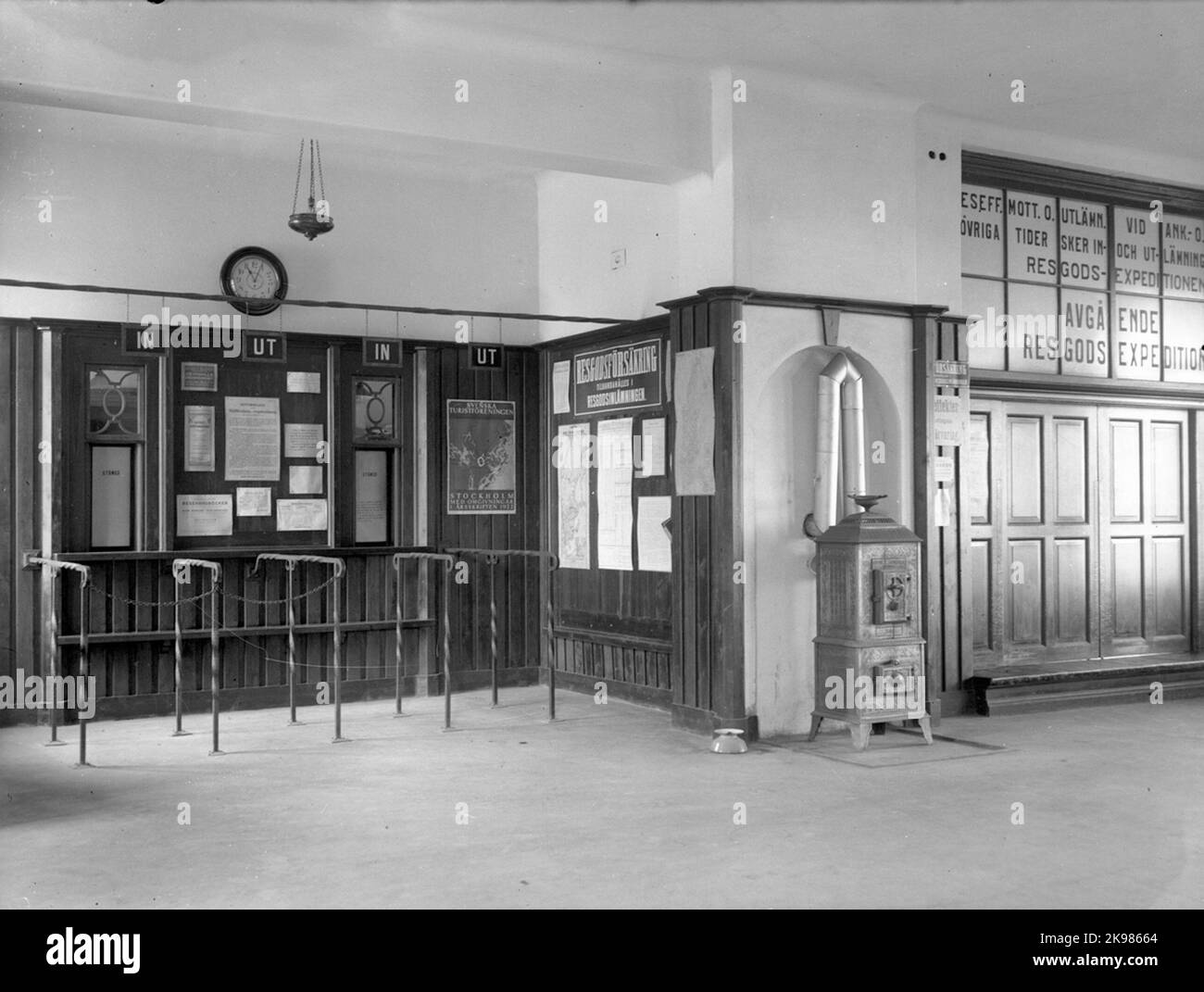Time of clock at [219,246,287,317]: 11:04
